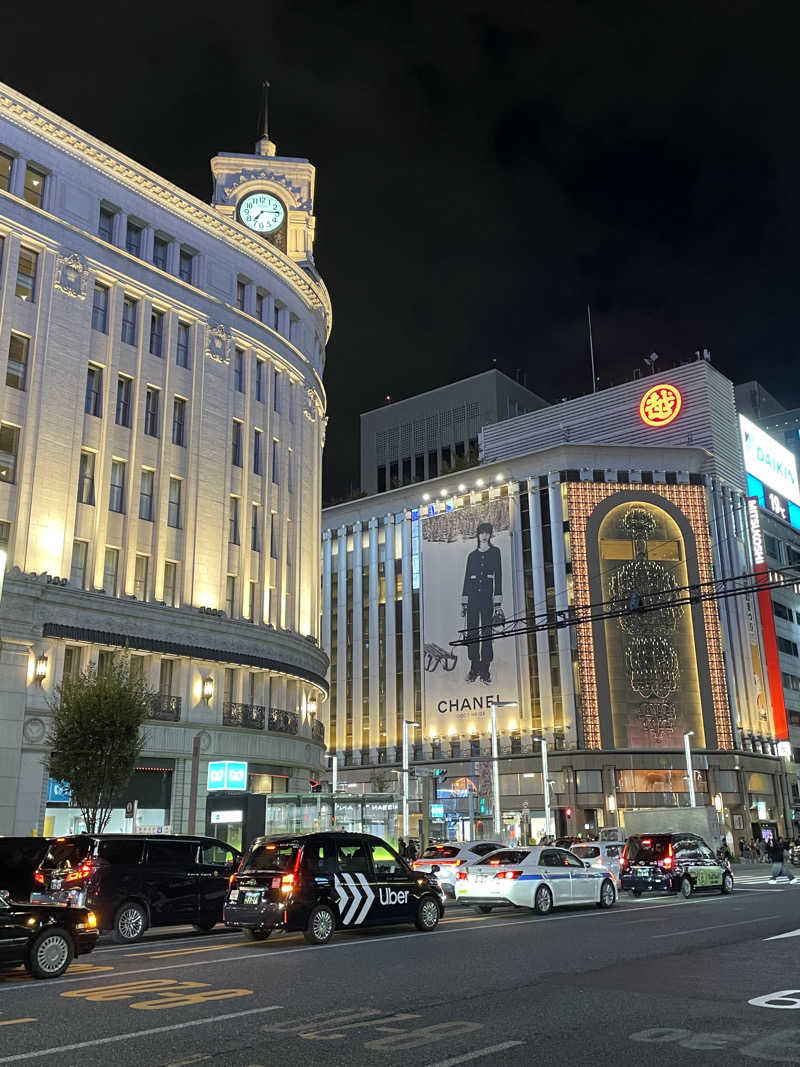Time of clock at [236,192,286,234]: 7:14
